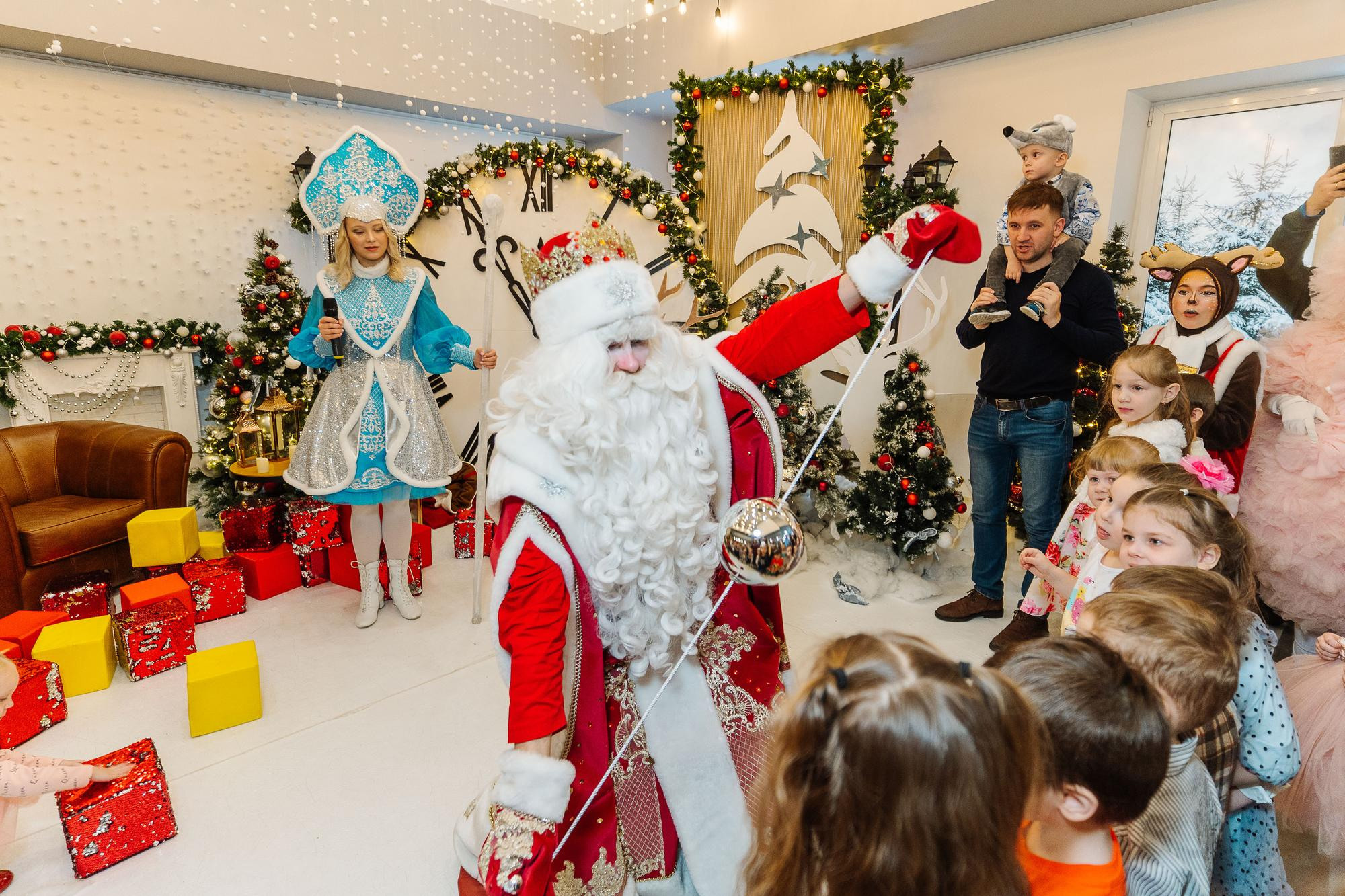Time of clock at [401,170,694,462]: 10:55
